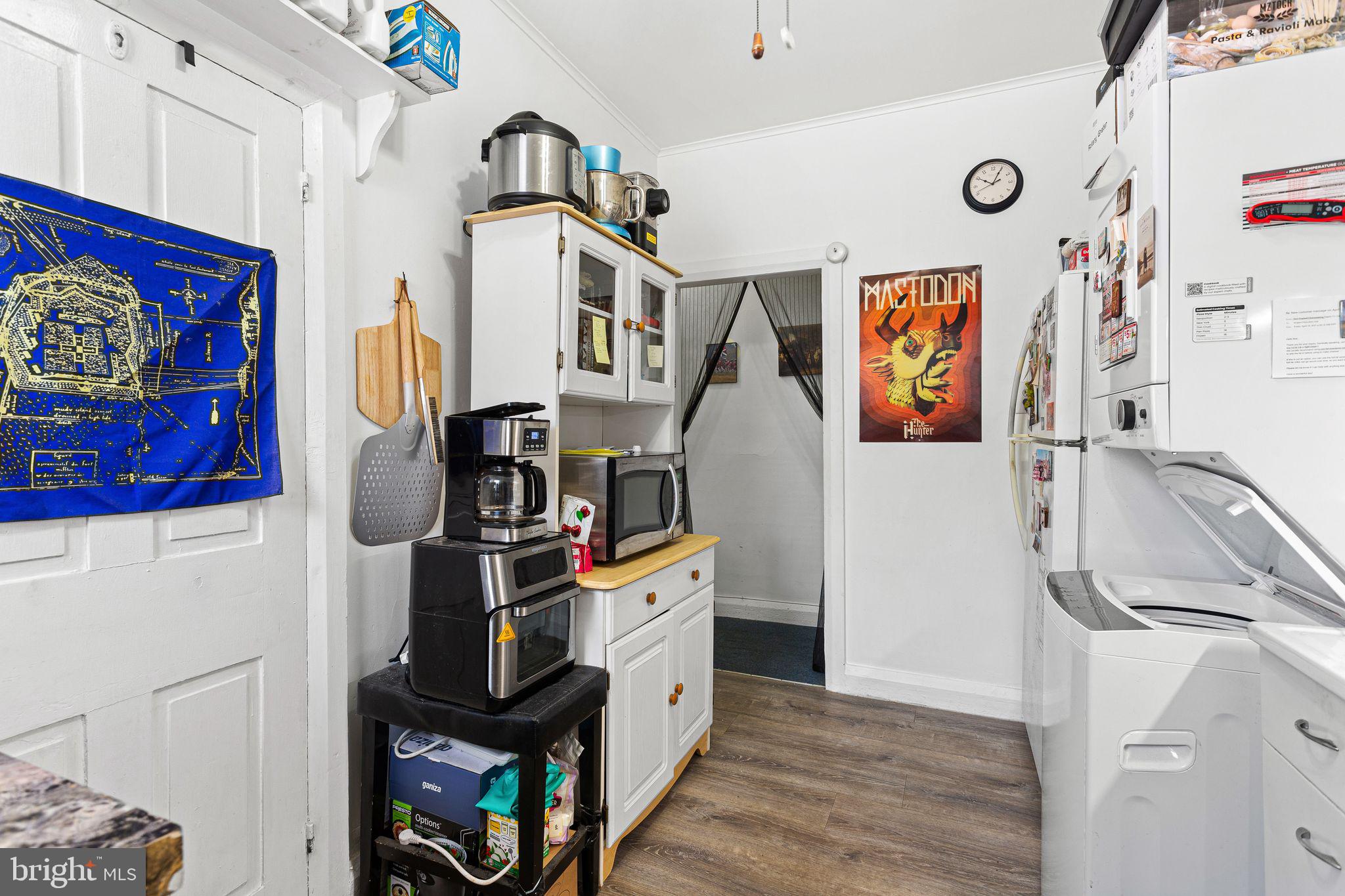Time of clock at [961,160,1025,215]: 10:04
